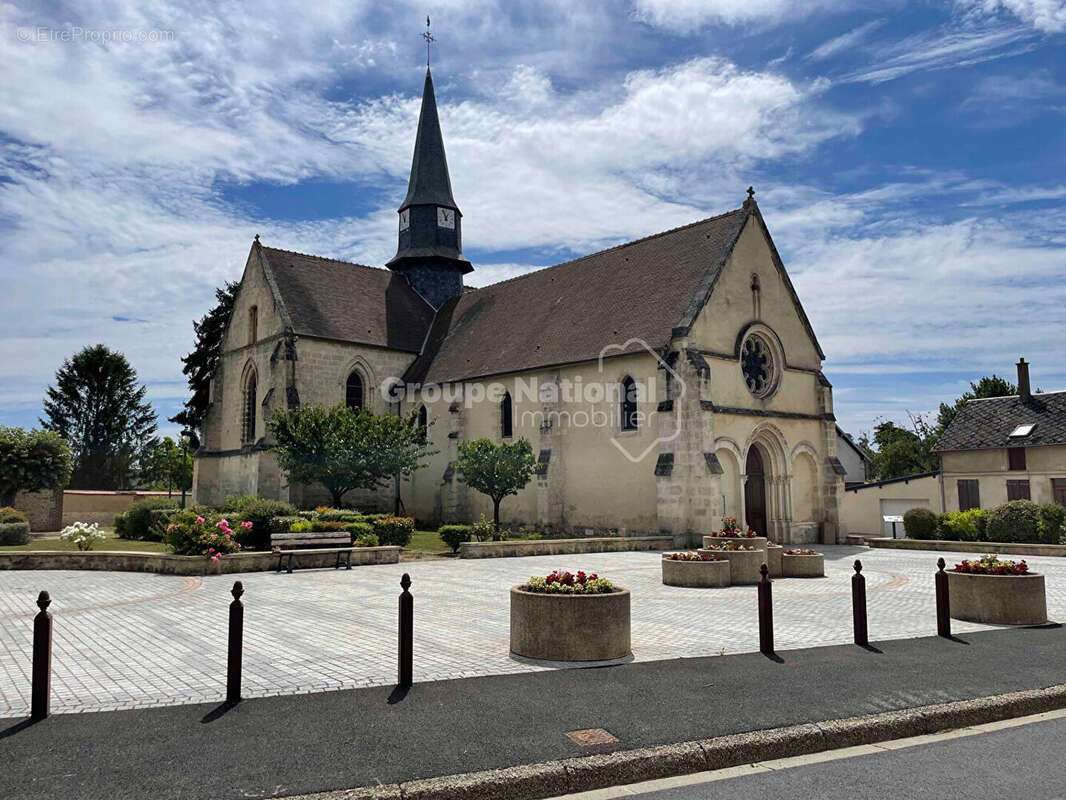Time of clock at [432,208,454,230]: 12:55
